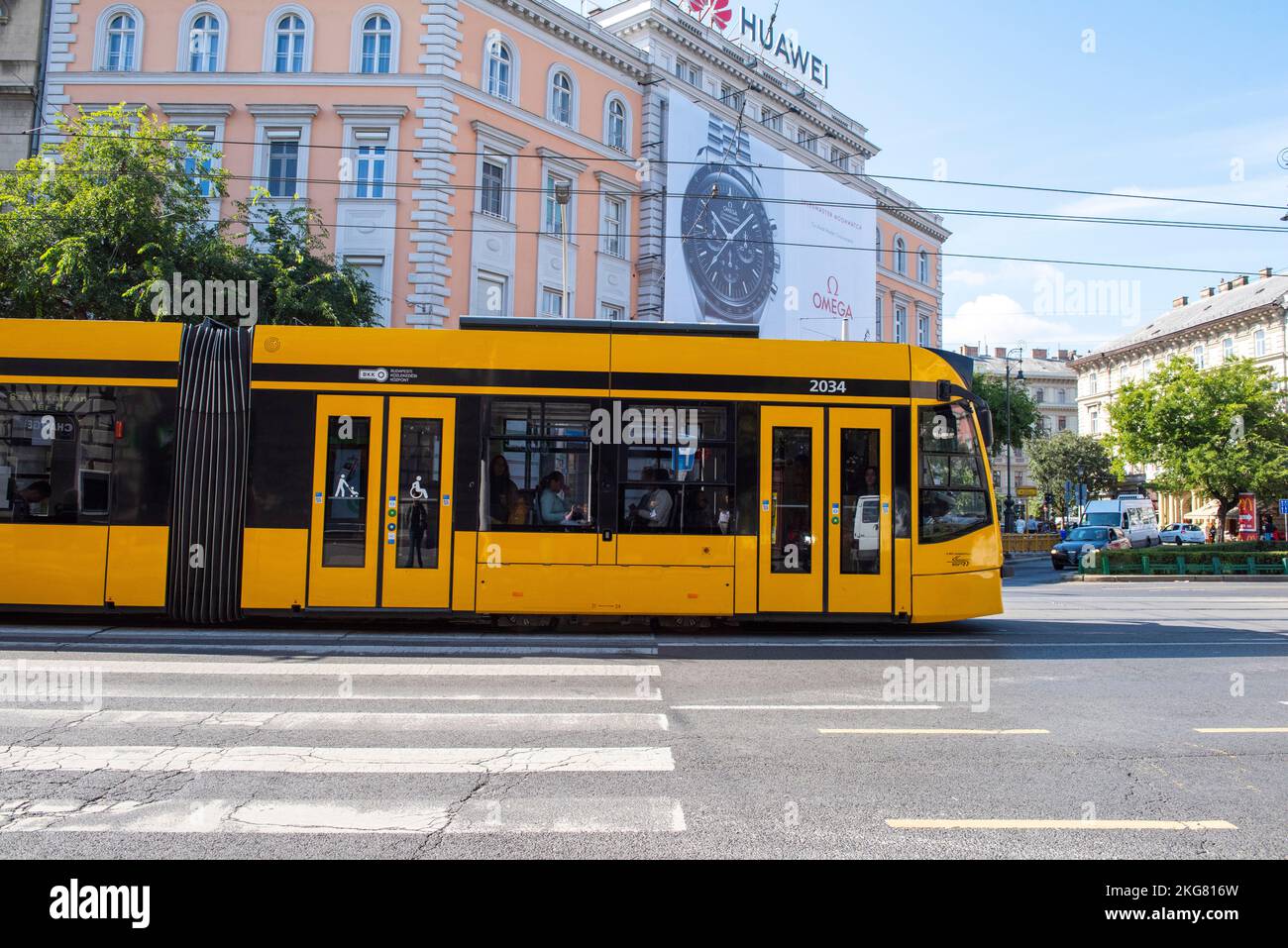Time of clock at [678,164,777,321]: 10:07
